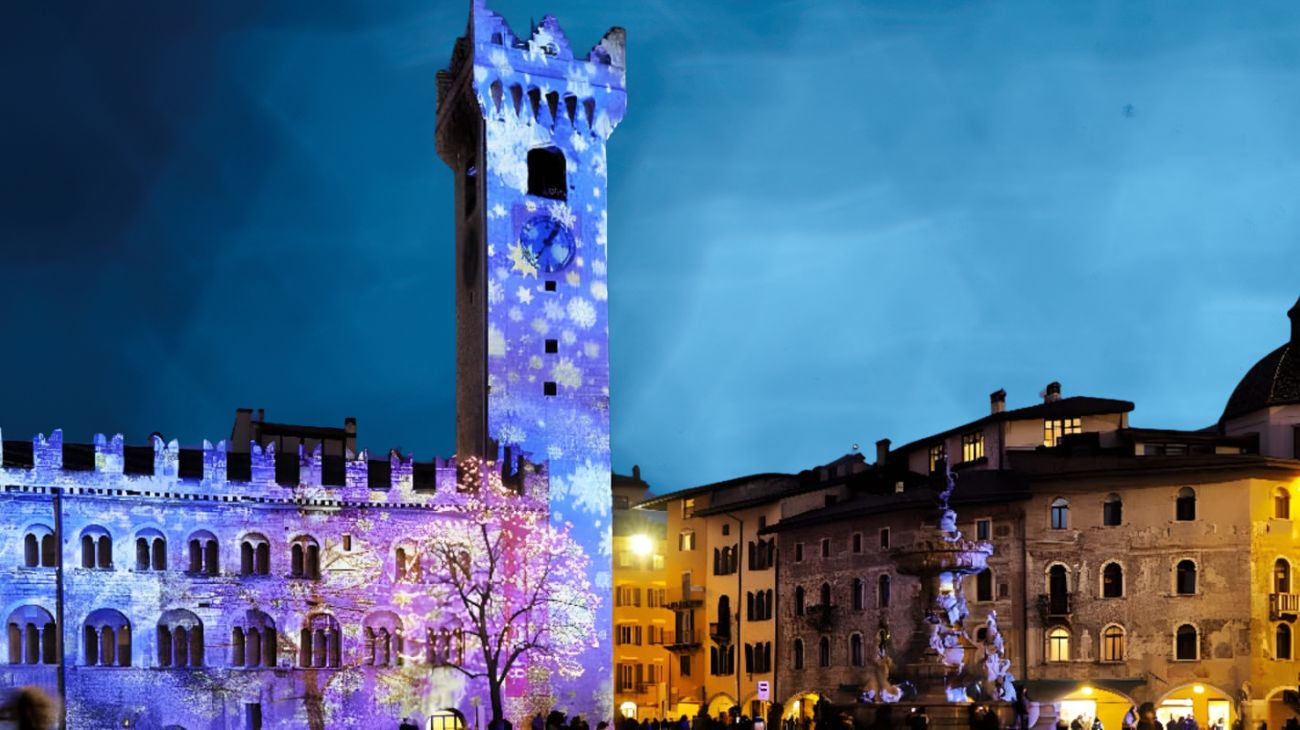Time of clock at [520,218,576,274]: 1:36
